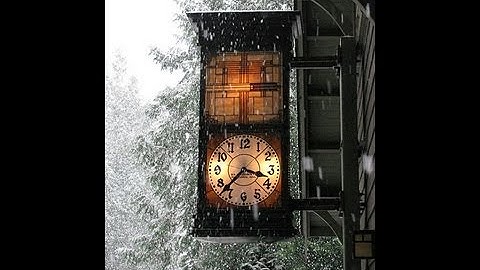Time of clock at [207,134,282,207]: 3:37
